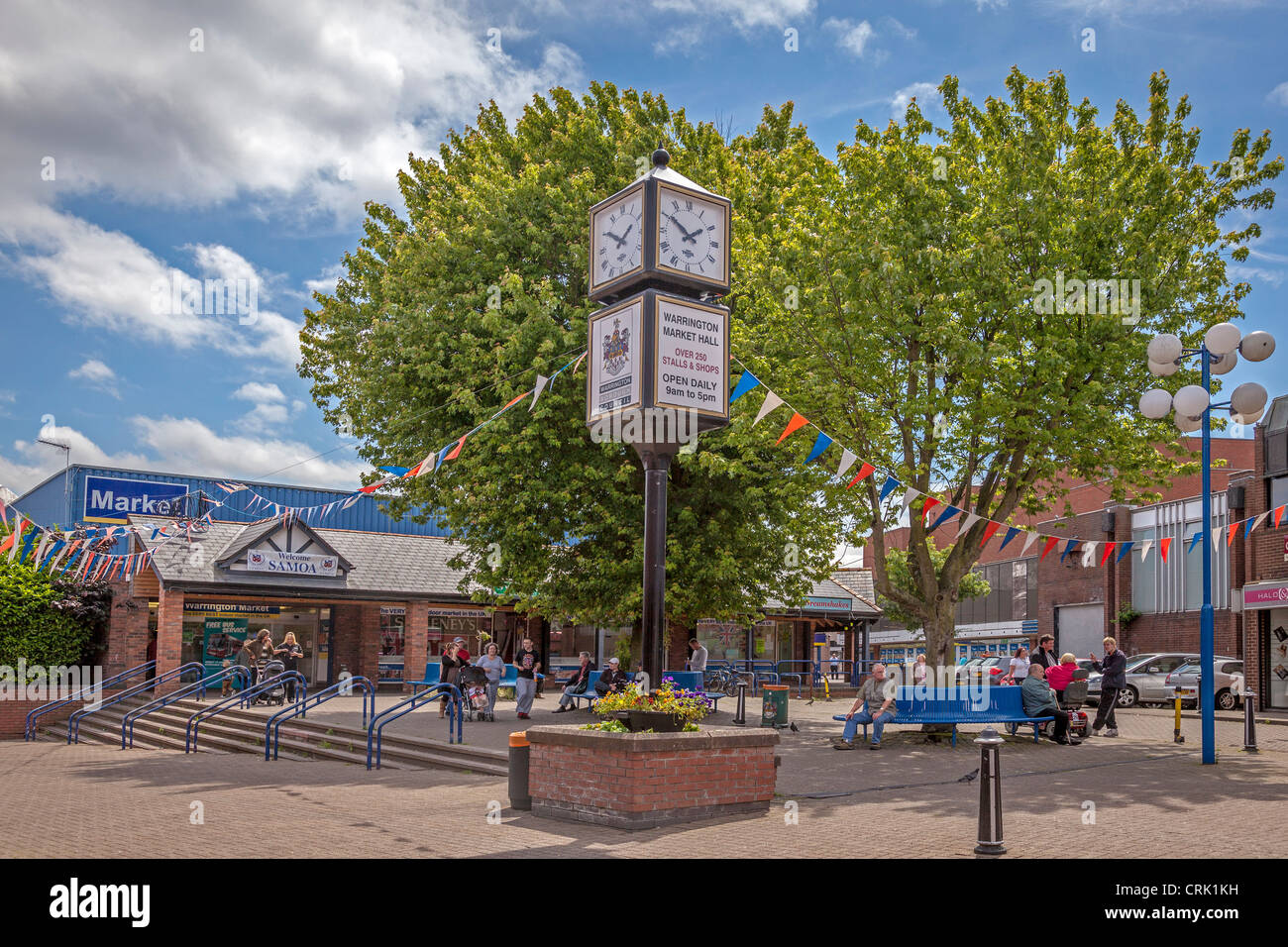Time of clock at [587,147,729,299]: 1:50
